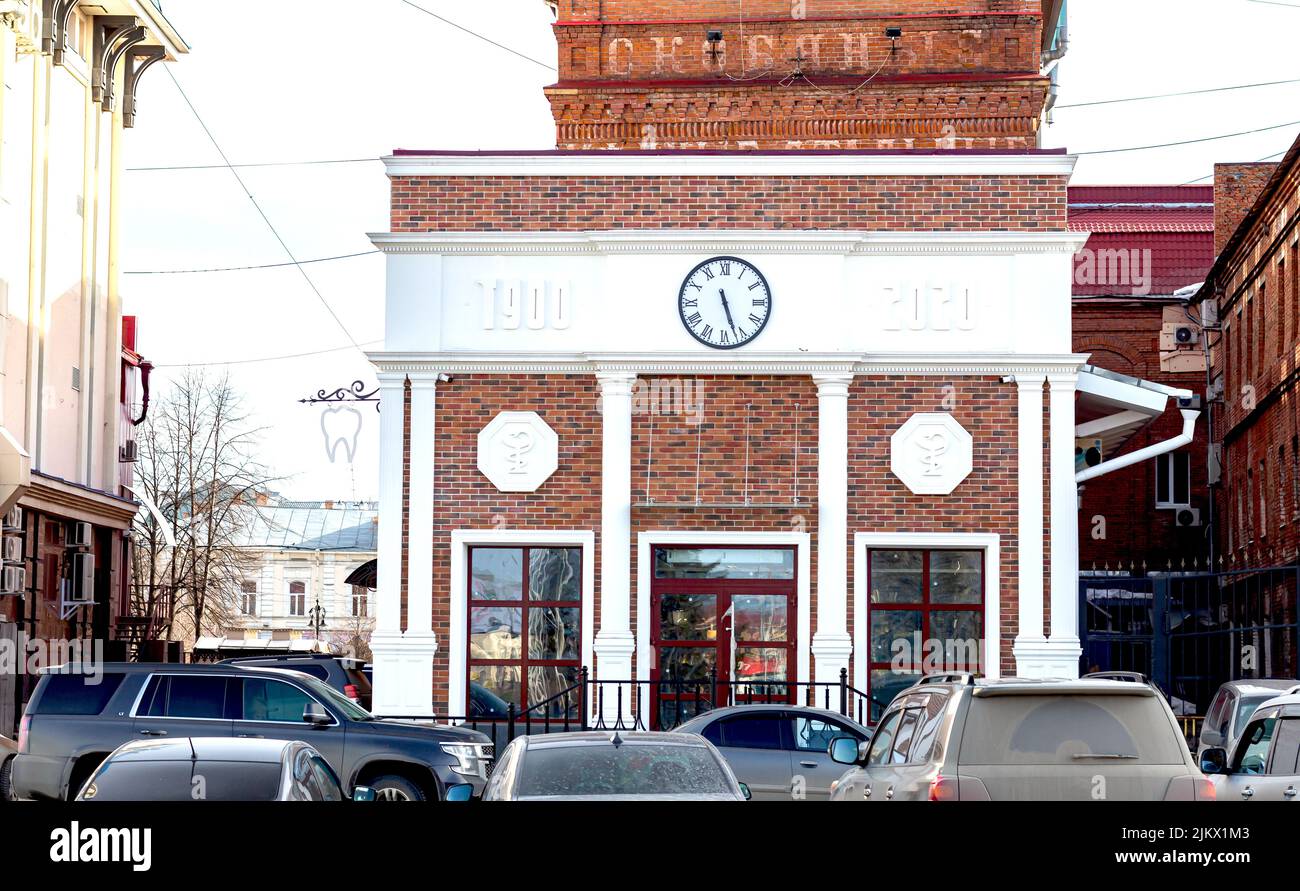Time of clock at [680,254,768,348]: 5:26
